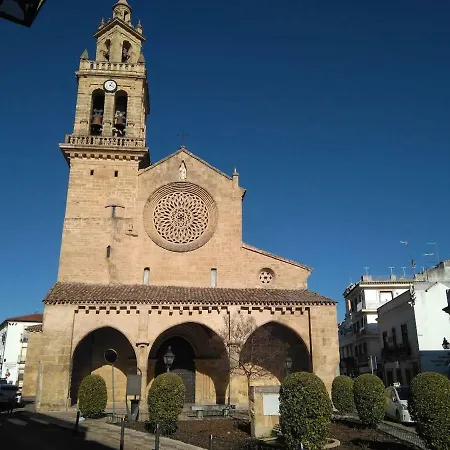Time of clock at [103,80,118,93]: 4:04
